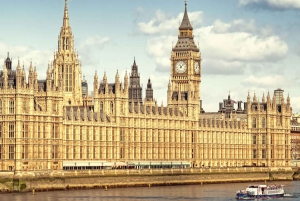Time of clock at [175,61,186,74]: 11:07
